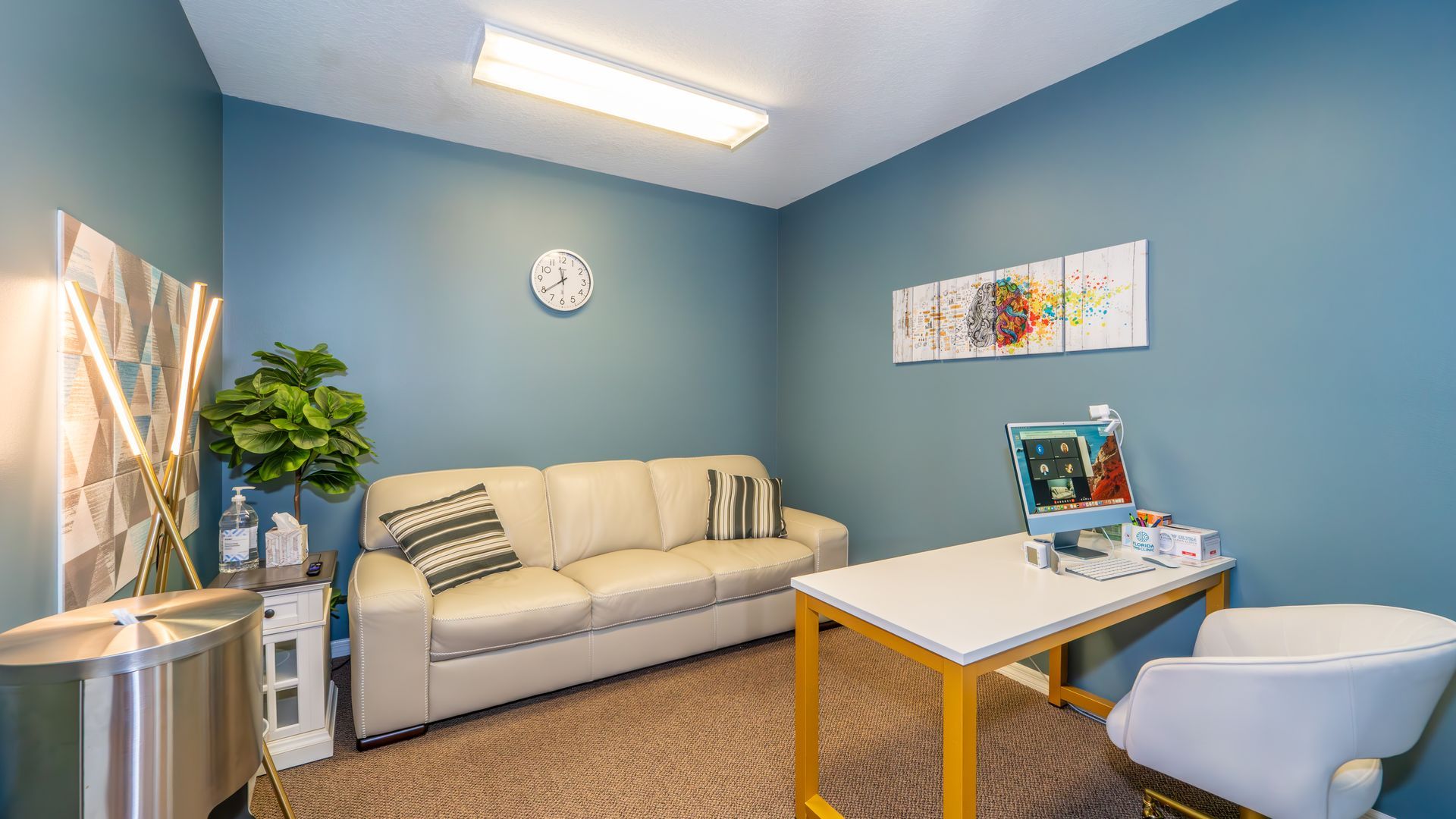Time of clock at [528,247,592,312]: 11:39
